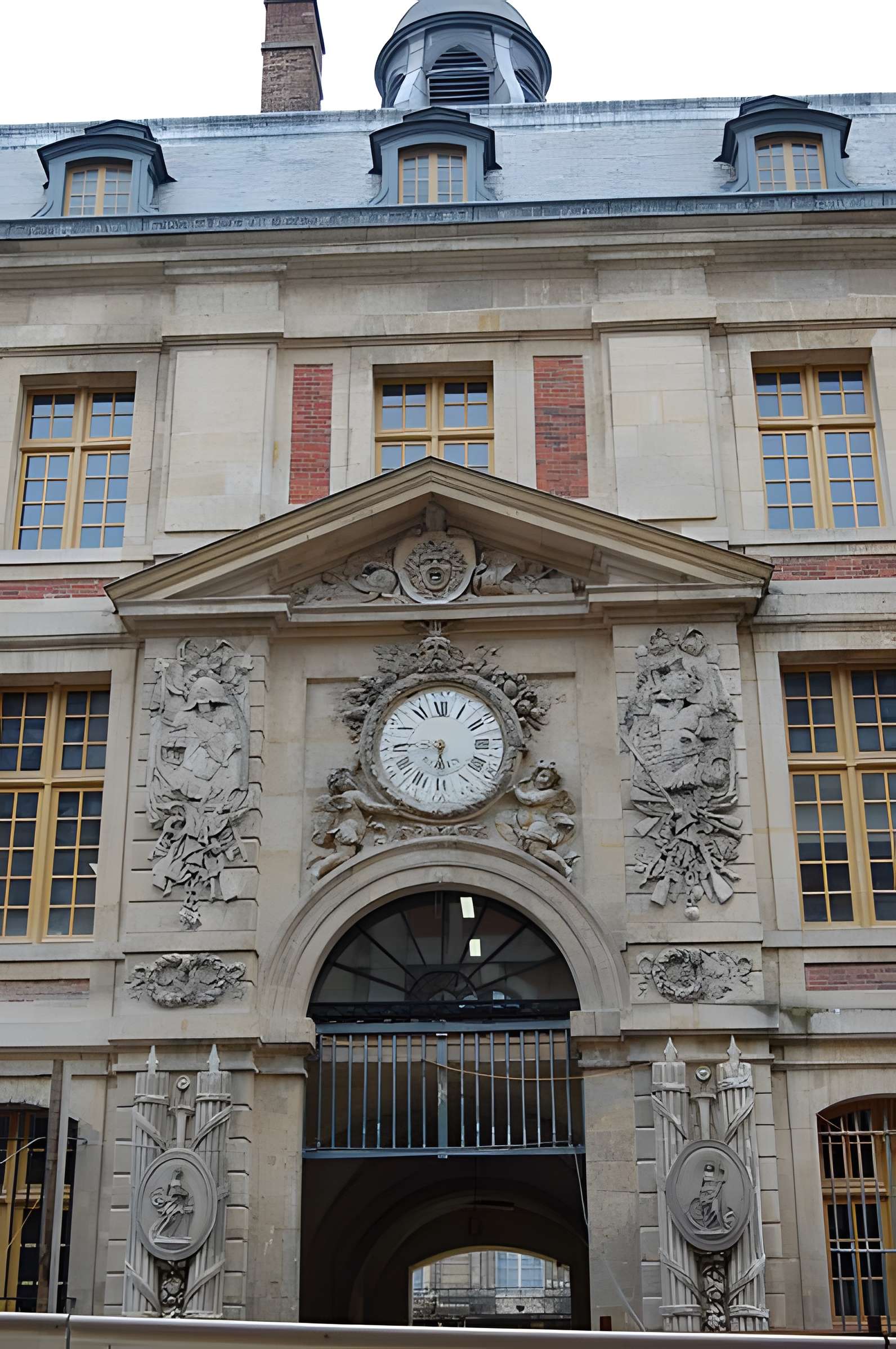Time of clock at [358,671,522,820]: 5:45
